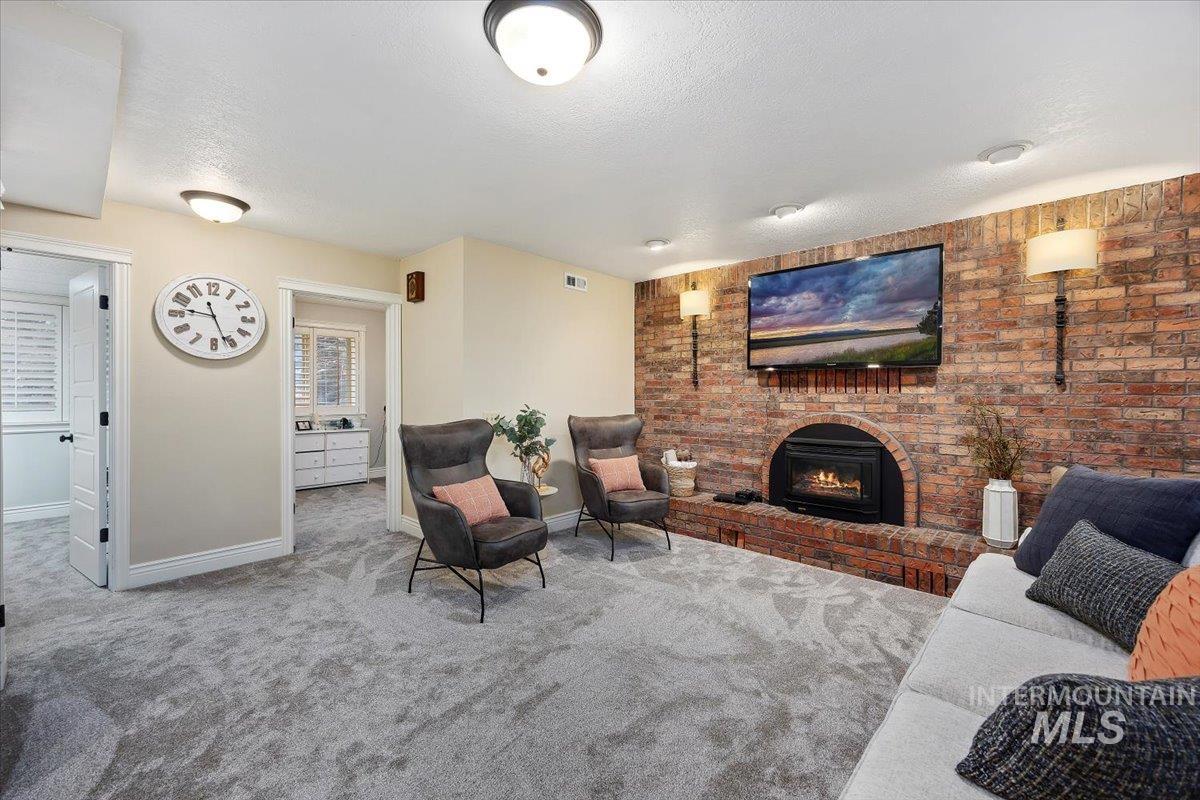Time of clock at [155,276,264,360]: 9:26
